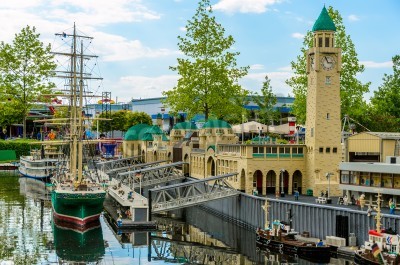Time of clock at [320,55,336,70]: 2:56
